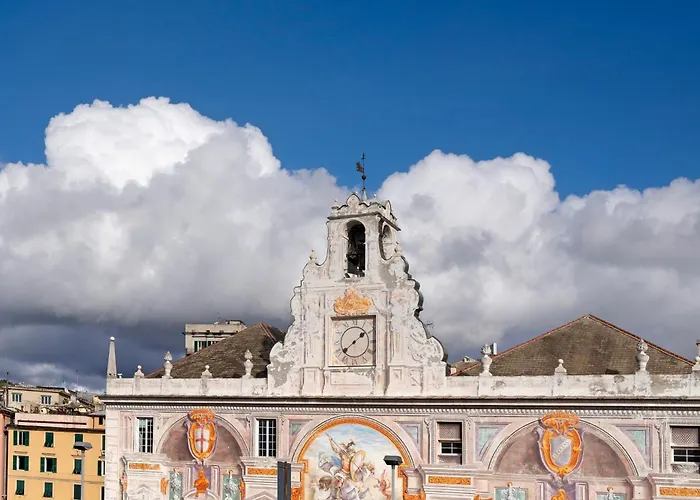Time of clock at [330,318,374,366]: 1:38
